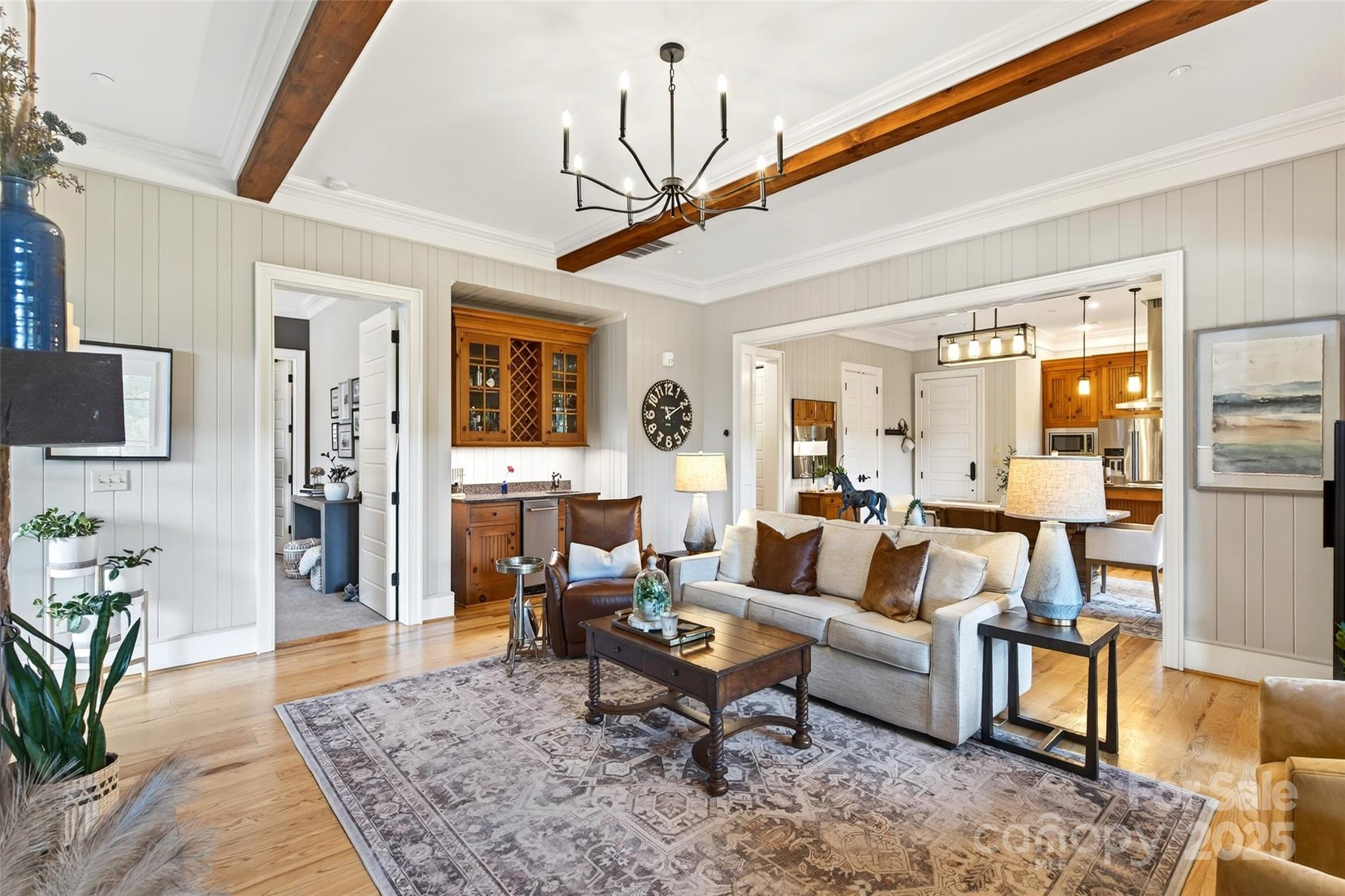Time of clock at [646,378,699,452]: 11:09
